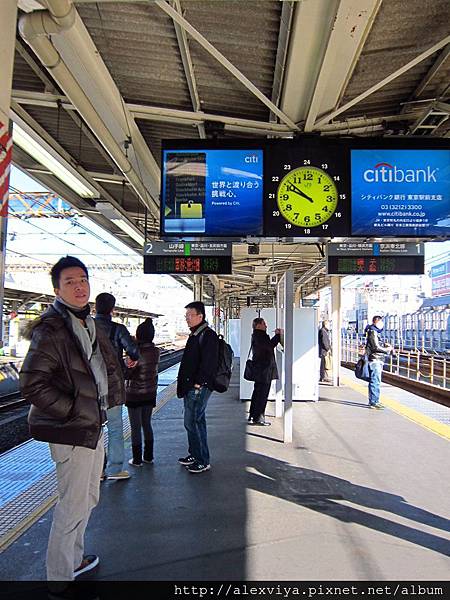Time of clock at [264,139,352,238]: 9:51
